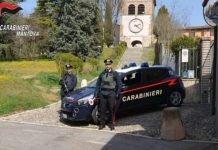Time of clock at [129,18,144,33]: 2:21
